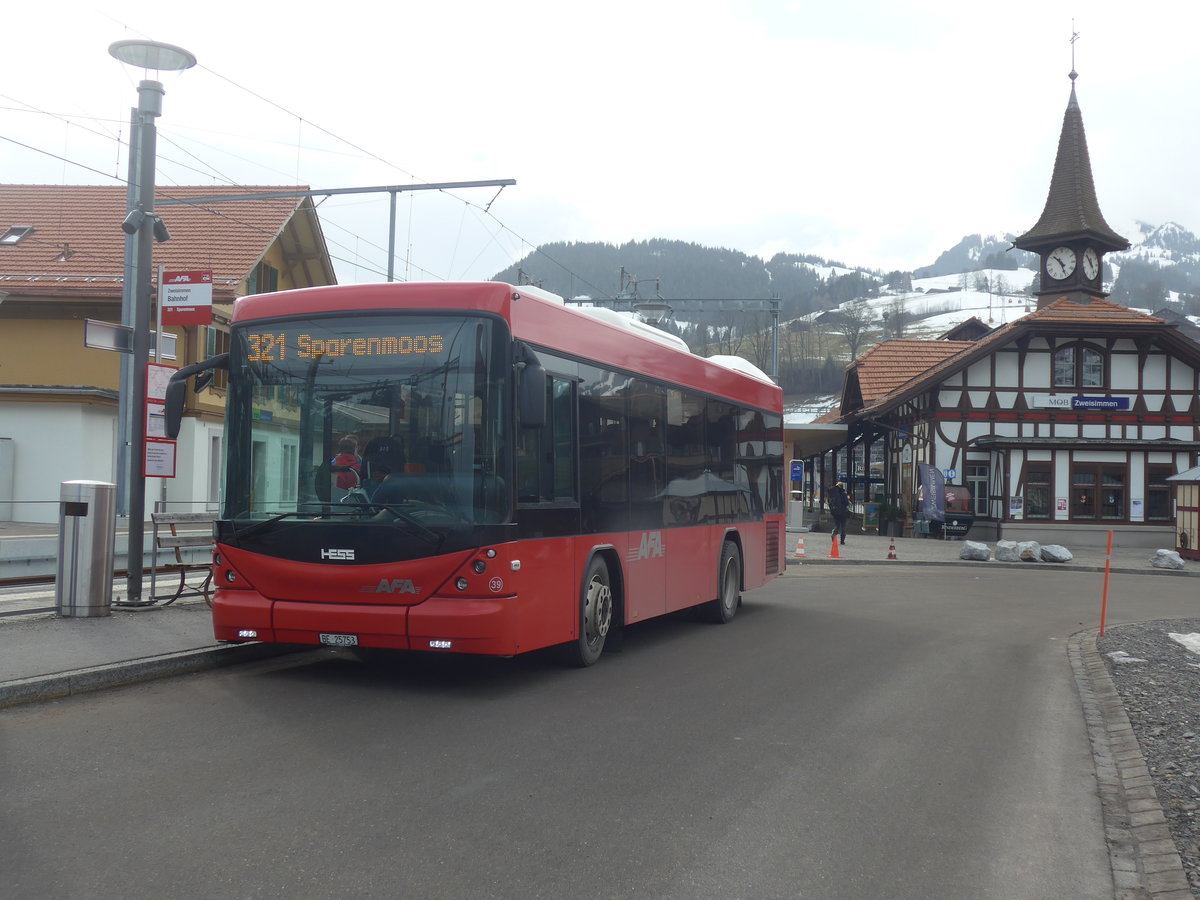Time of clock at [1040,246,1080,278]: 10:26
